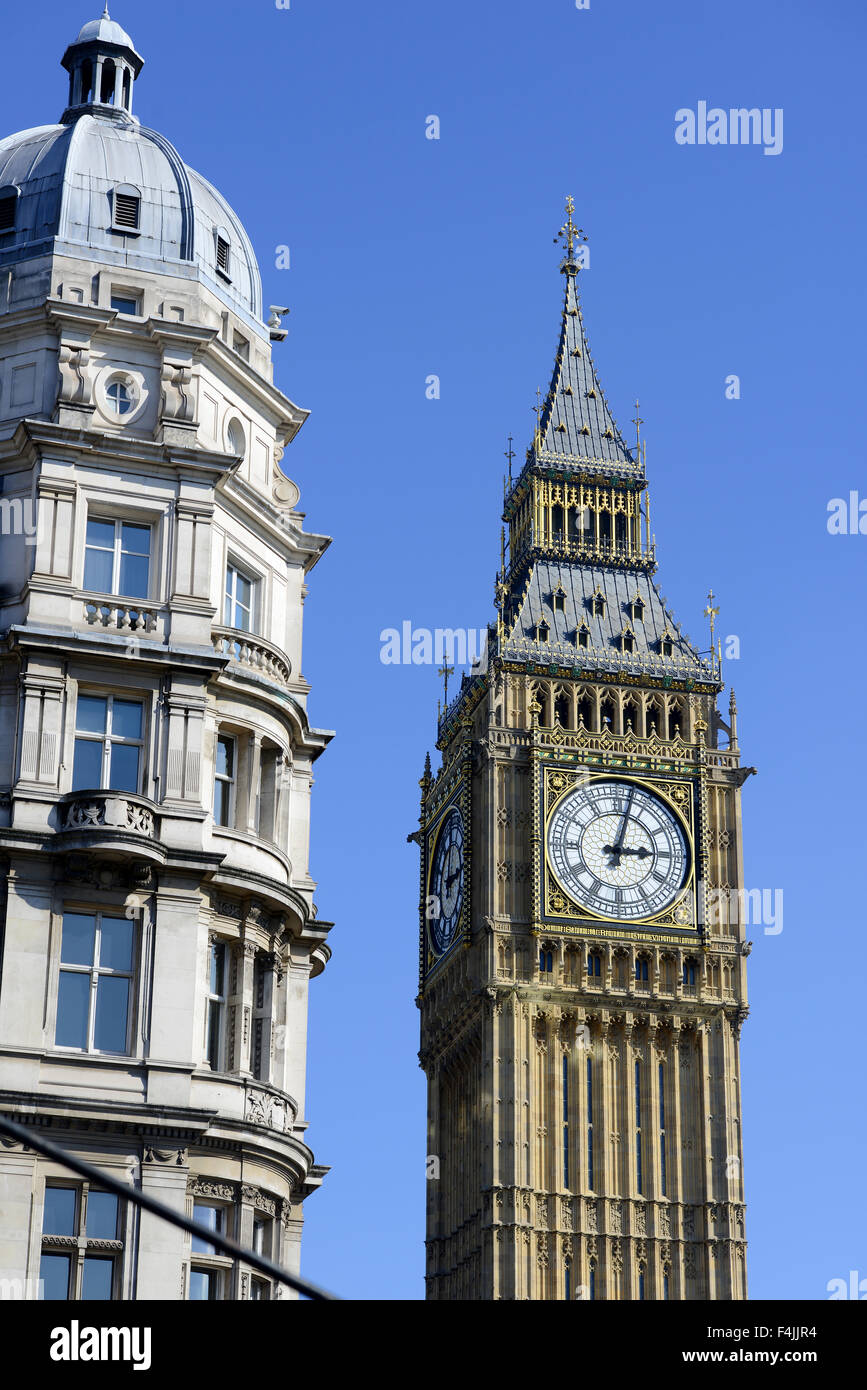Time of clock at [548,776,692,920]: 3:02
